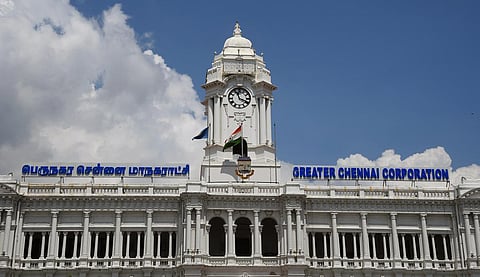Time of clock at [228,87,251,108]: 11:18
